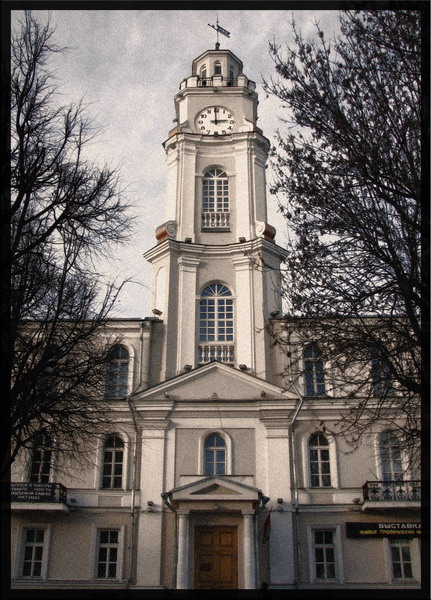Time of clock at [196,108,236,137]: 2:59
